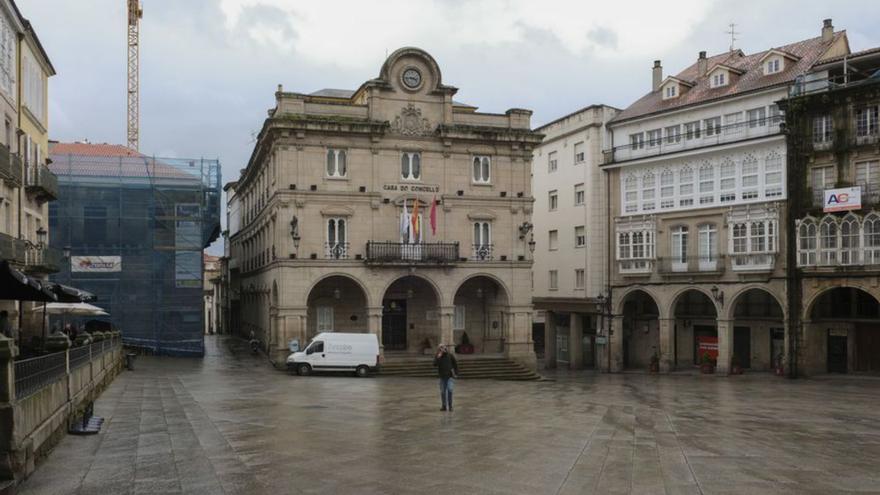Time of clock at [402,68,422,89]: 3:43
